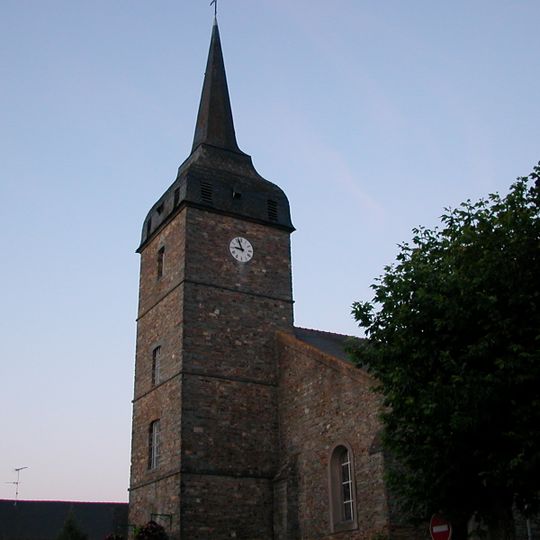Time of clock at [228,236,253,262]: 8:56
